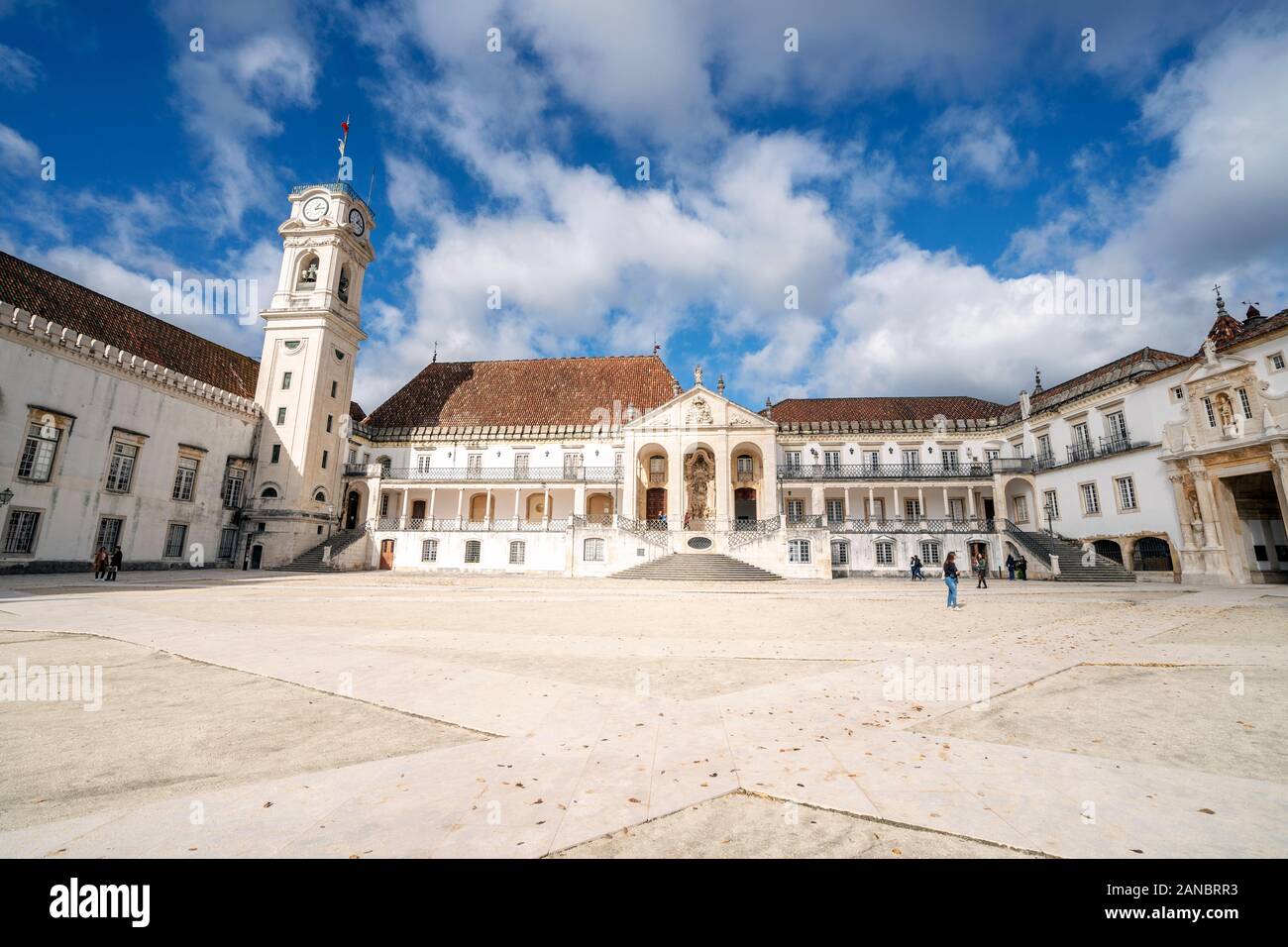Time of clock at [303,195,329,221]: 1:14
